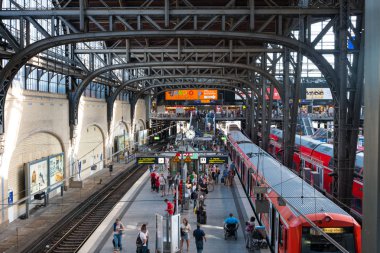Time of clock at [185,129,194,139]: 3:37
